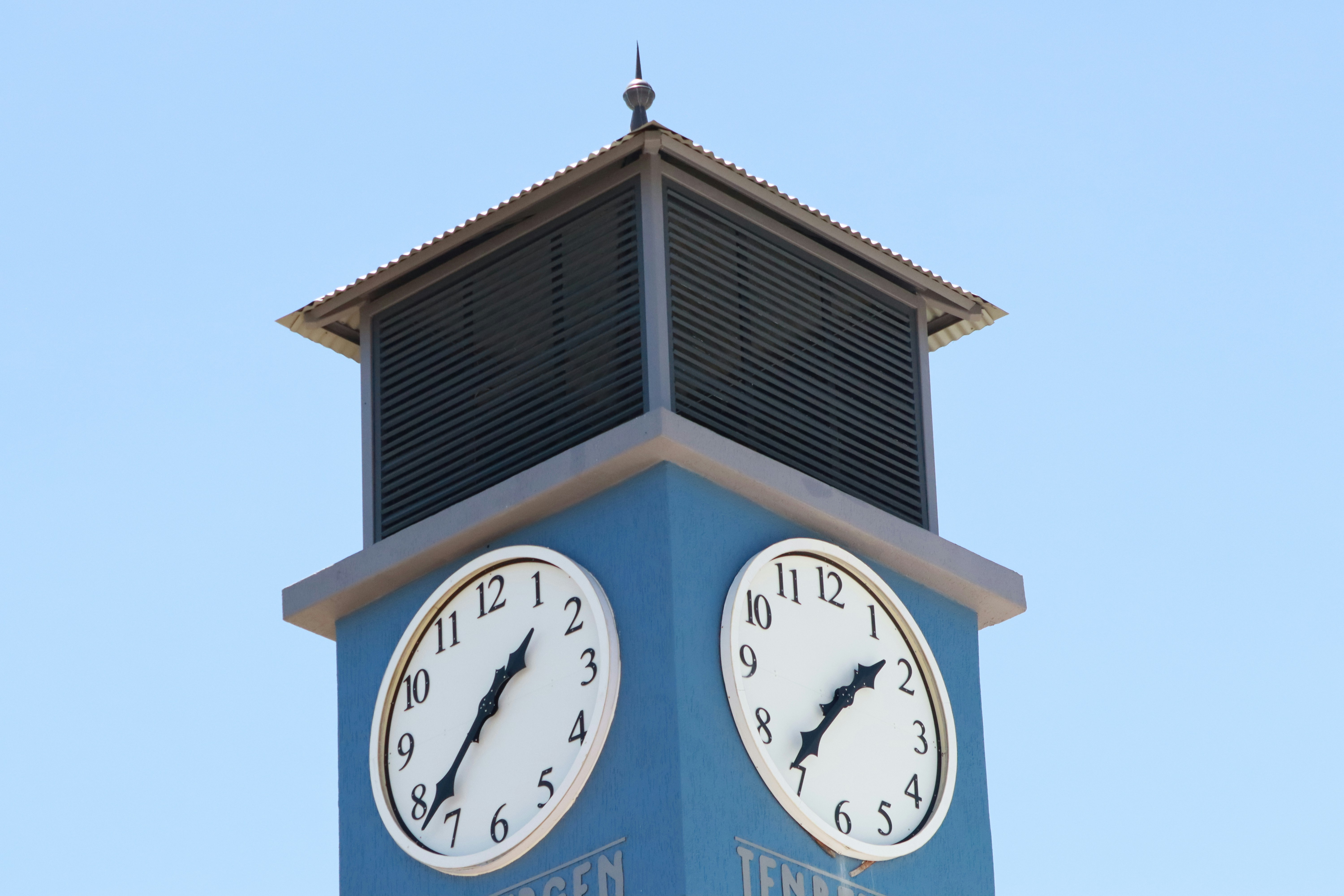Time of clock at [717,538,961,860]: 1:36
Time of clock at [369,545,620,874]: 1:37
